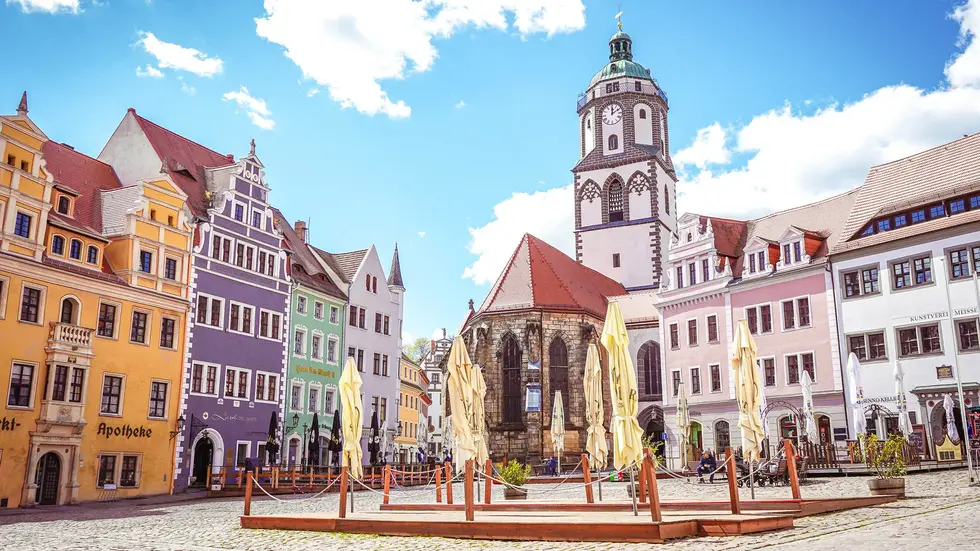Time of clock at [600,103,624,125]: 12:09
